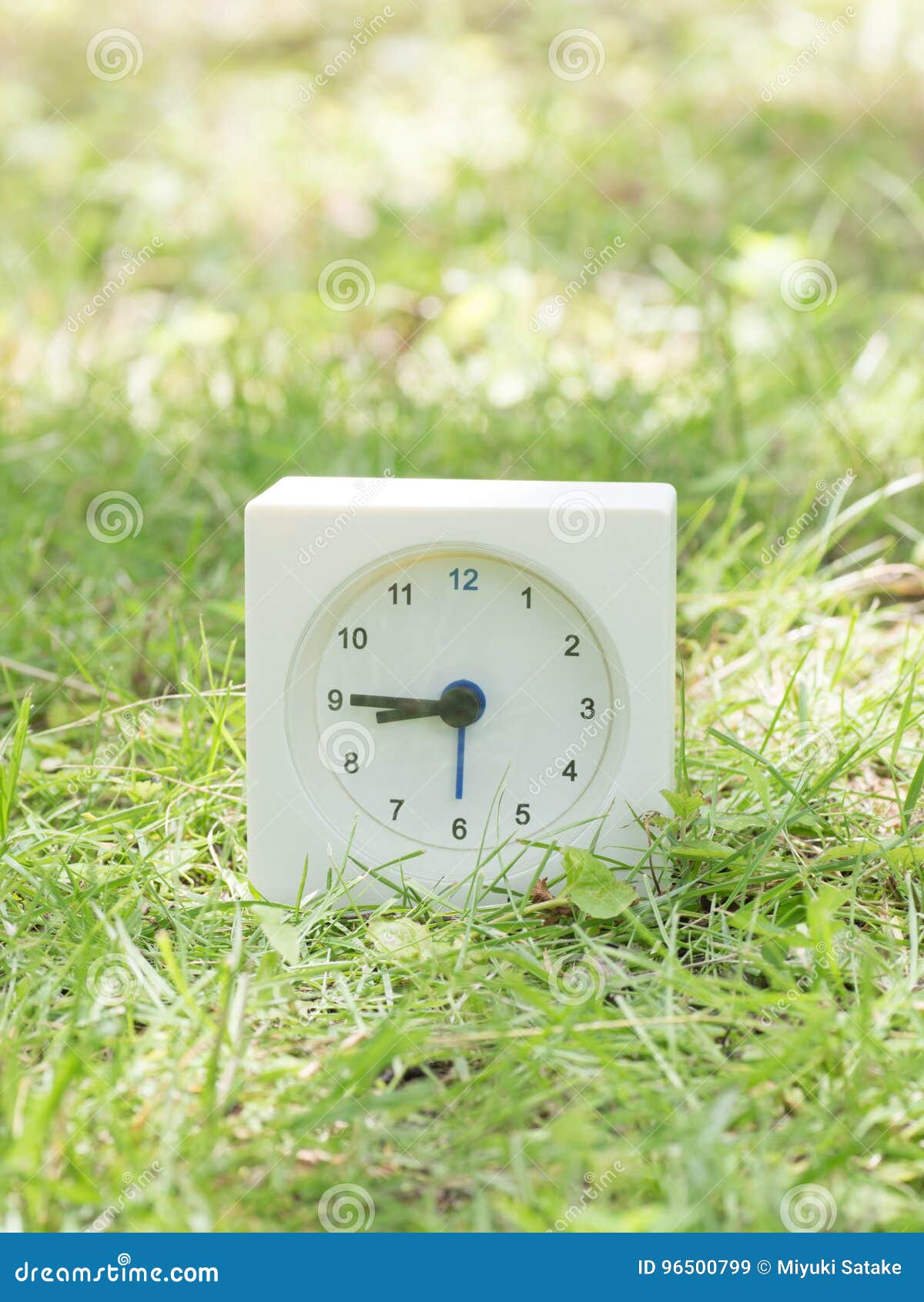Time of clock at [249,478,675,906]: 8:45
